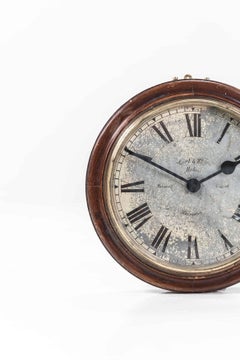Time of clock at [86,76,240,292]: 1:49
